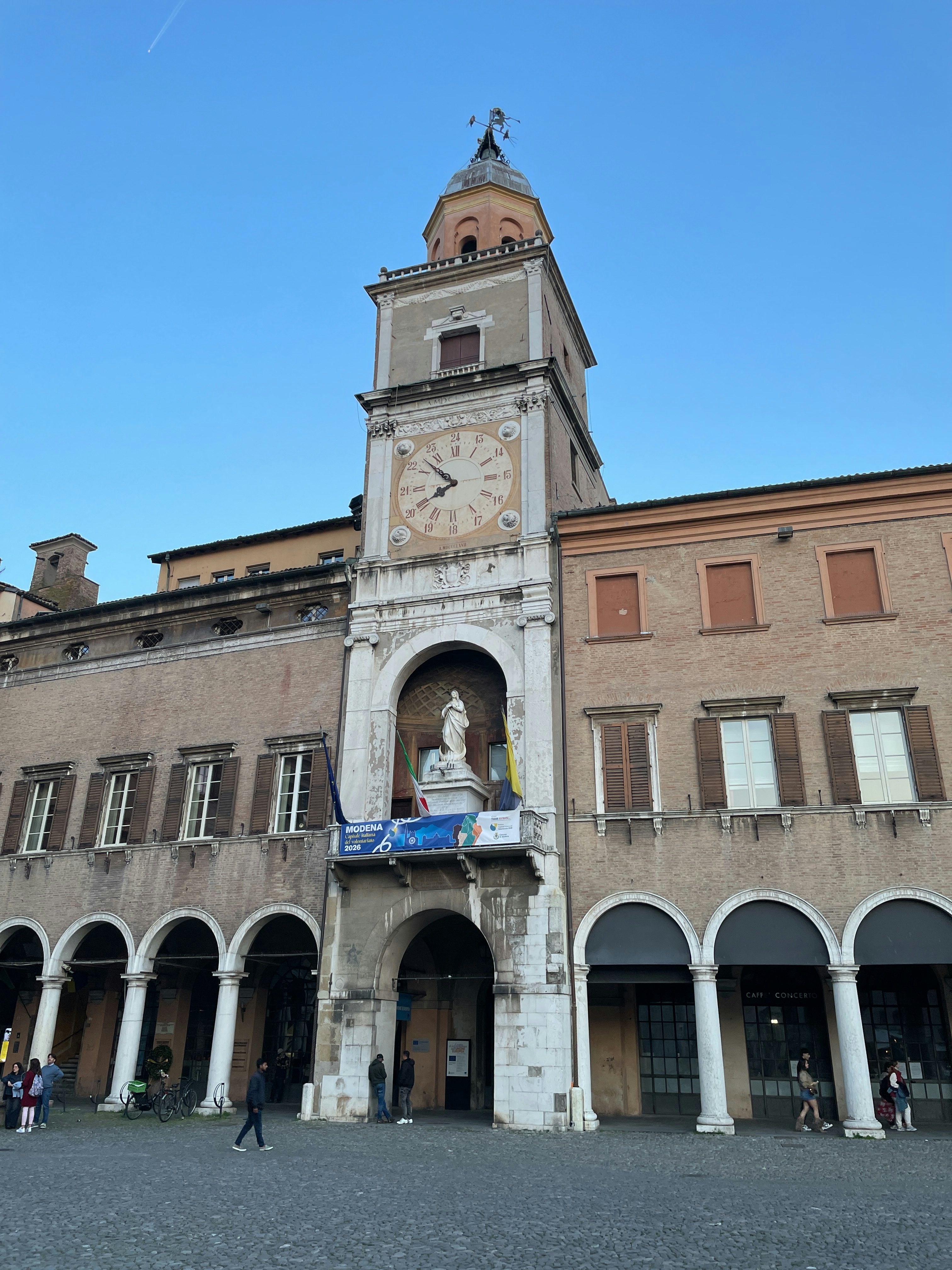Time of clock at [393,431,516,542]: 7:52
